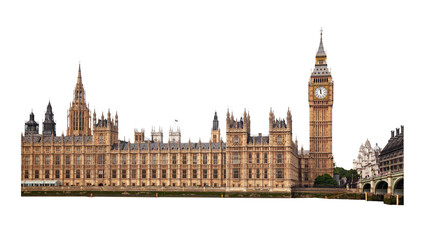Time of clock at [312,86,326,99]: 11:58
